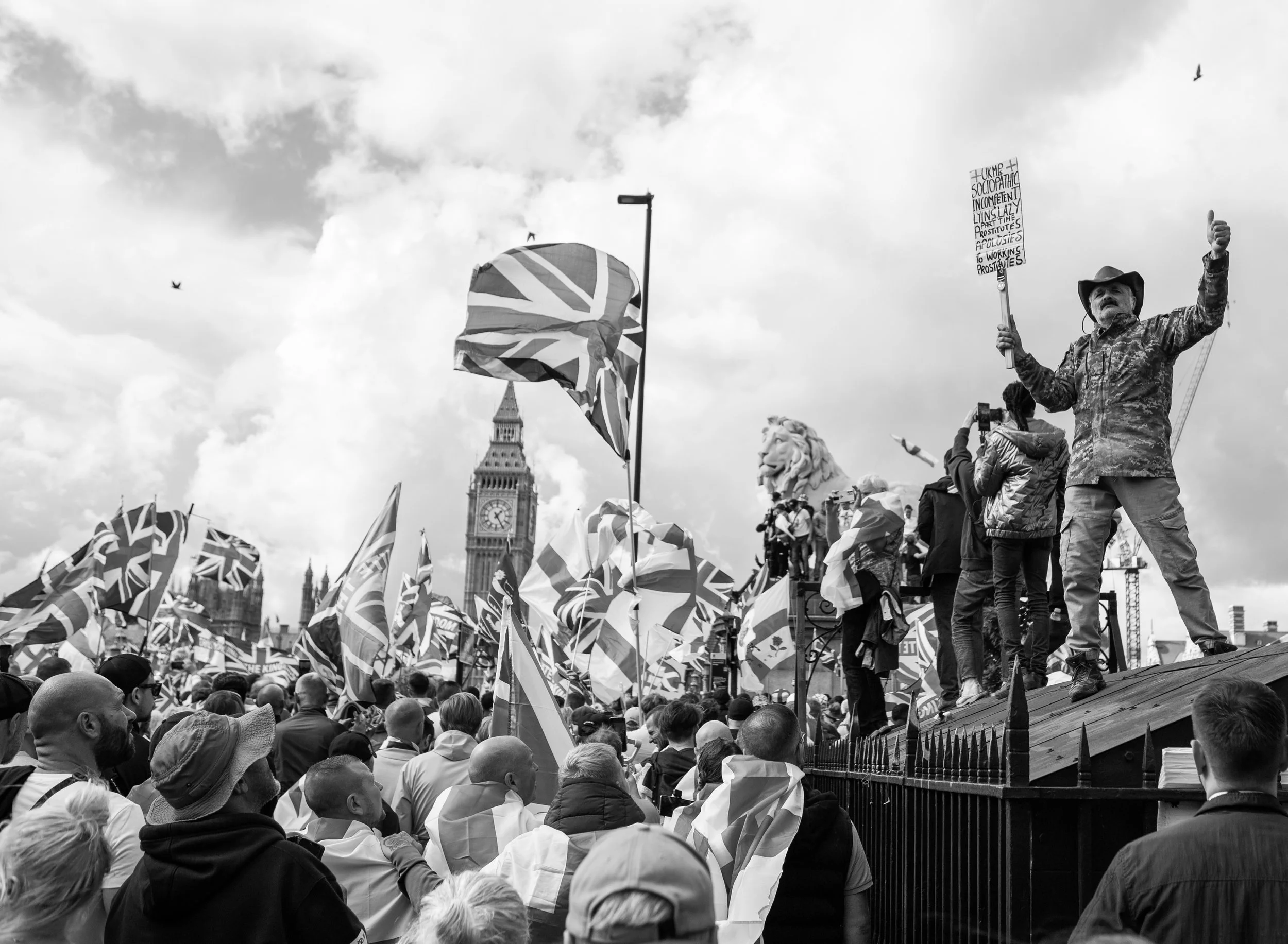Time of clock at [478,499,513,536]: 1:24
